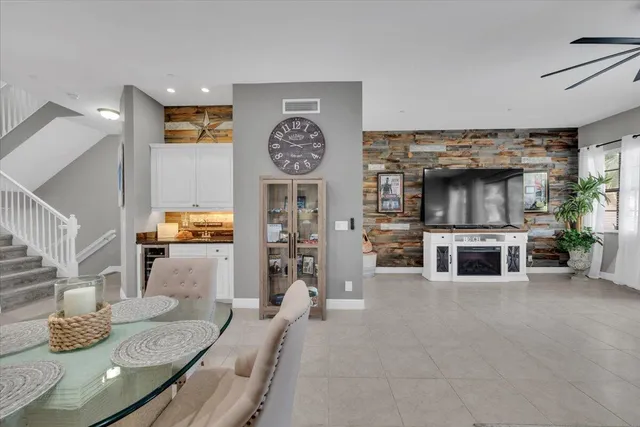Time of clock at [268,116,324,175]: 2:49
